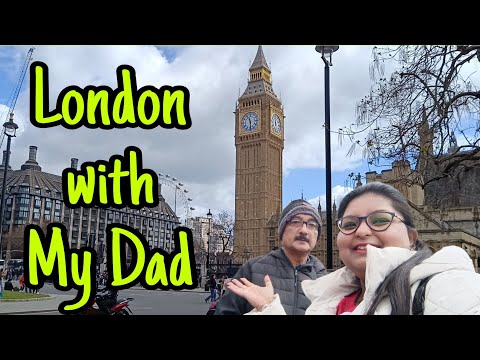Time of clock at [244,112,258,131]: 11:29
